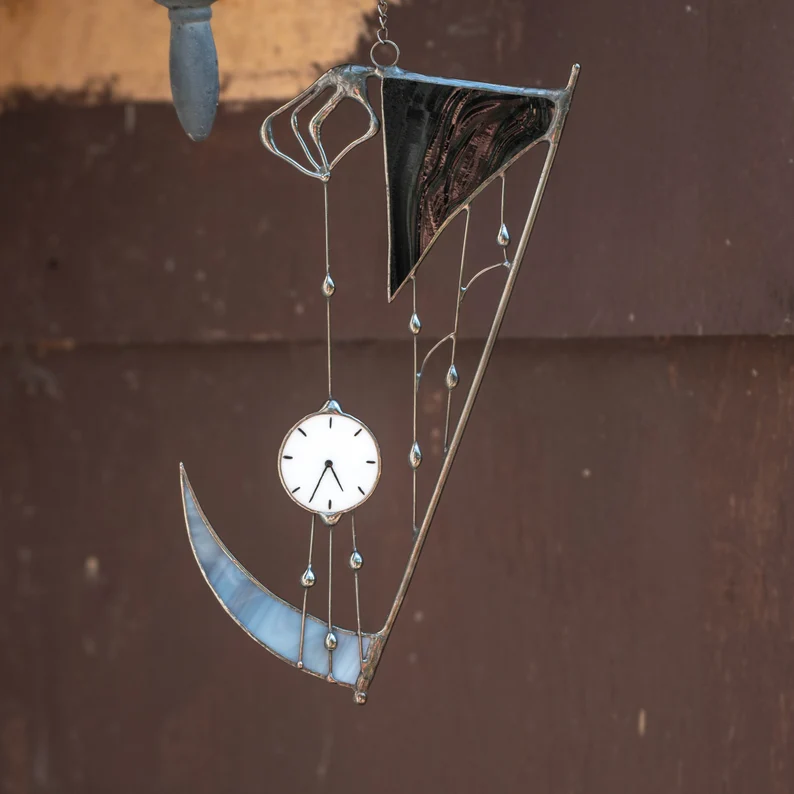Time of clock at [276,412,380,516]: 4:35
